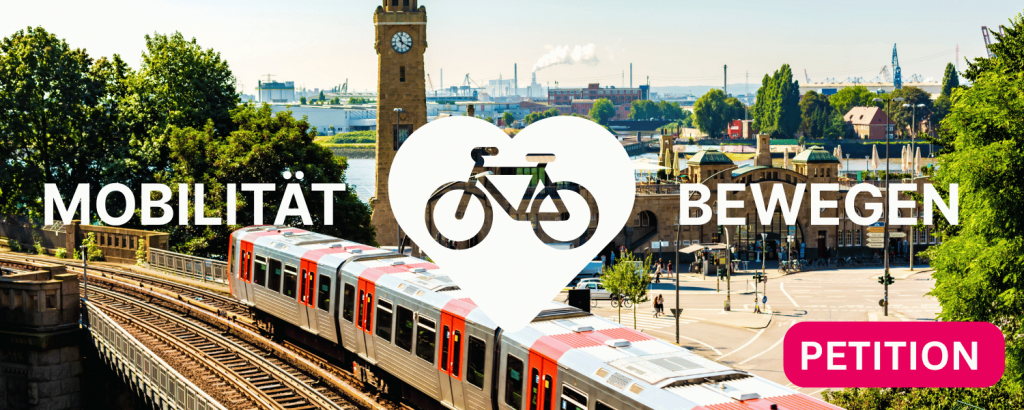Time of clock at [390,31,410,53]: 11:20
